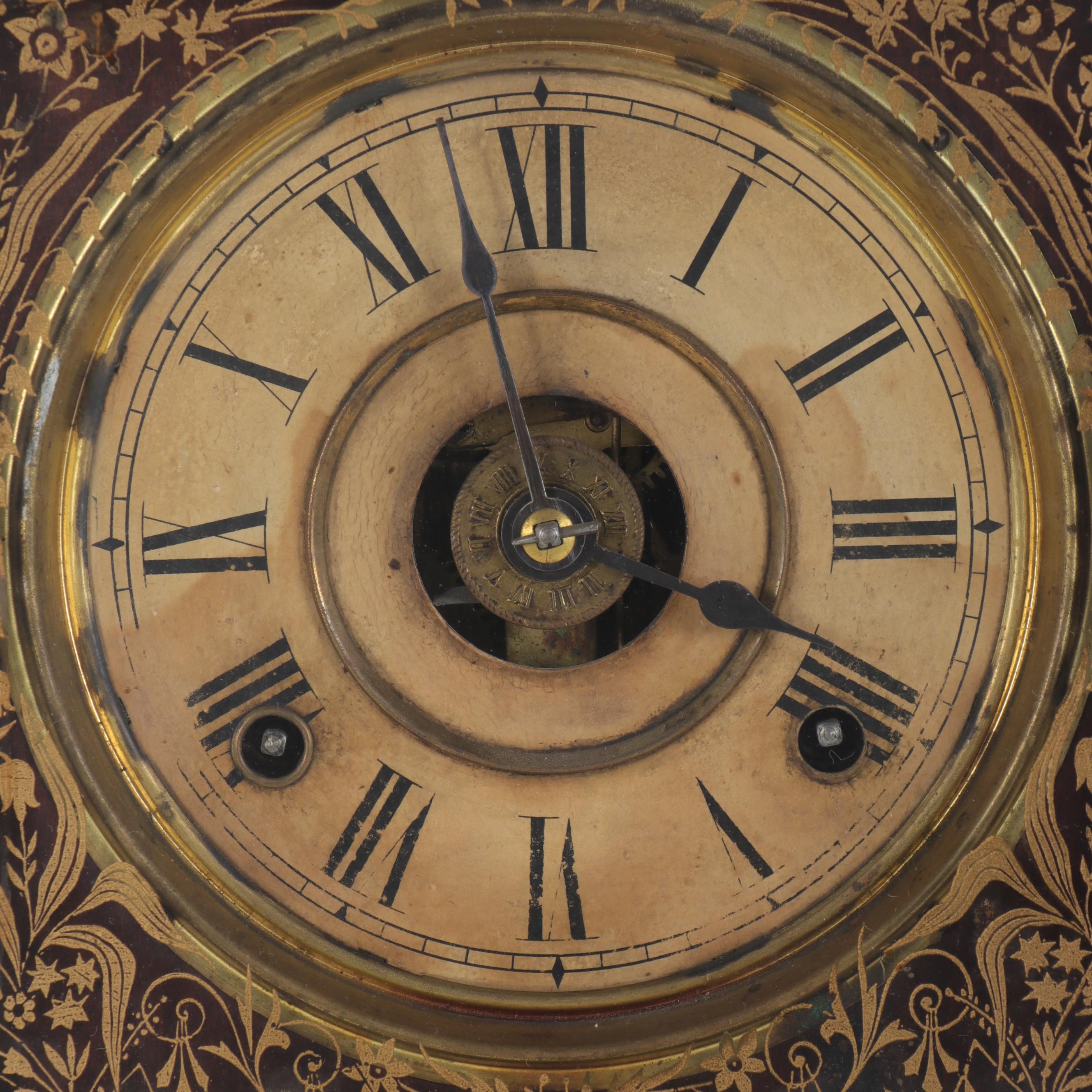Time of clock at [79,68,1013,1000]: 3:57
